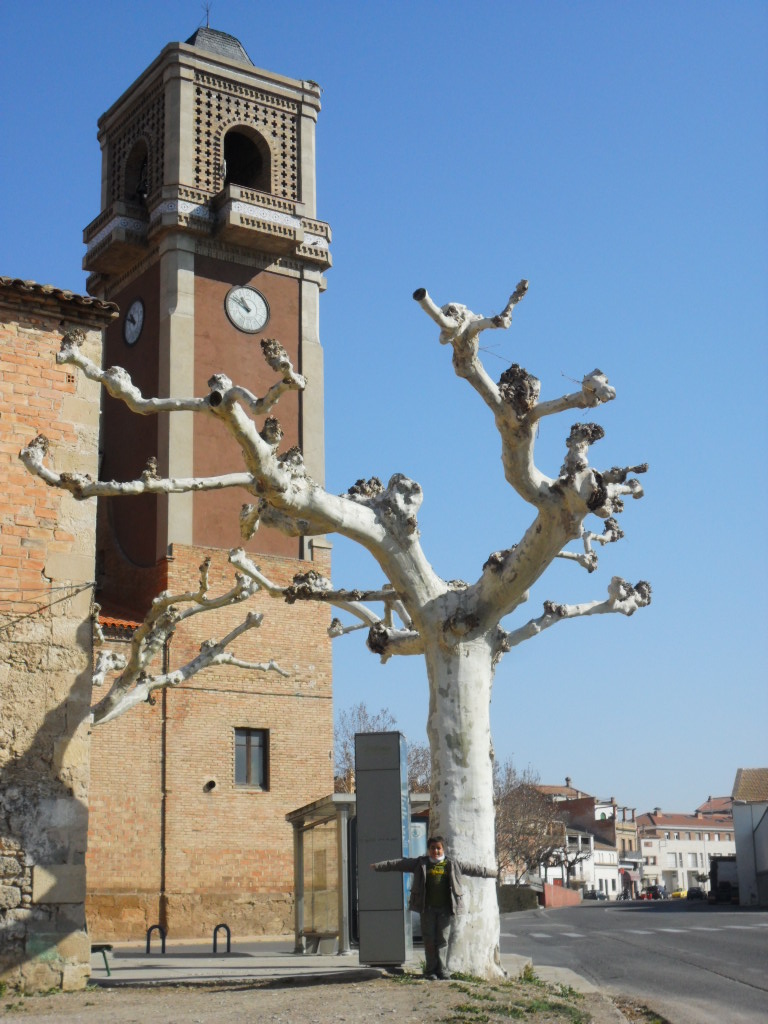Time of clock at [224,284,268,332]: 10:50
